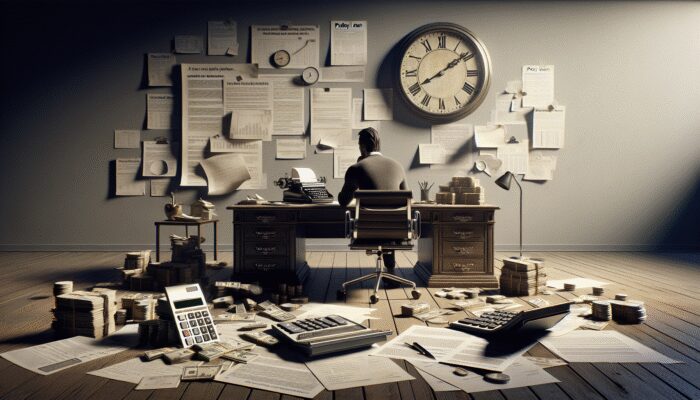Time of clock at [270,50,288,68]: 8:32
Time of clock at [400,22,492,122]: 8:08
